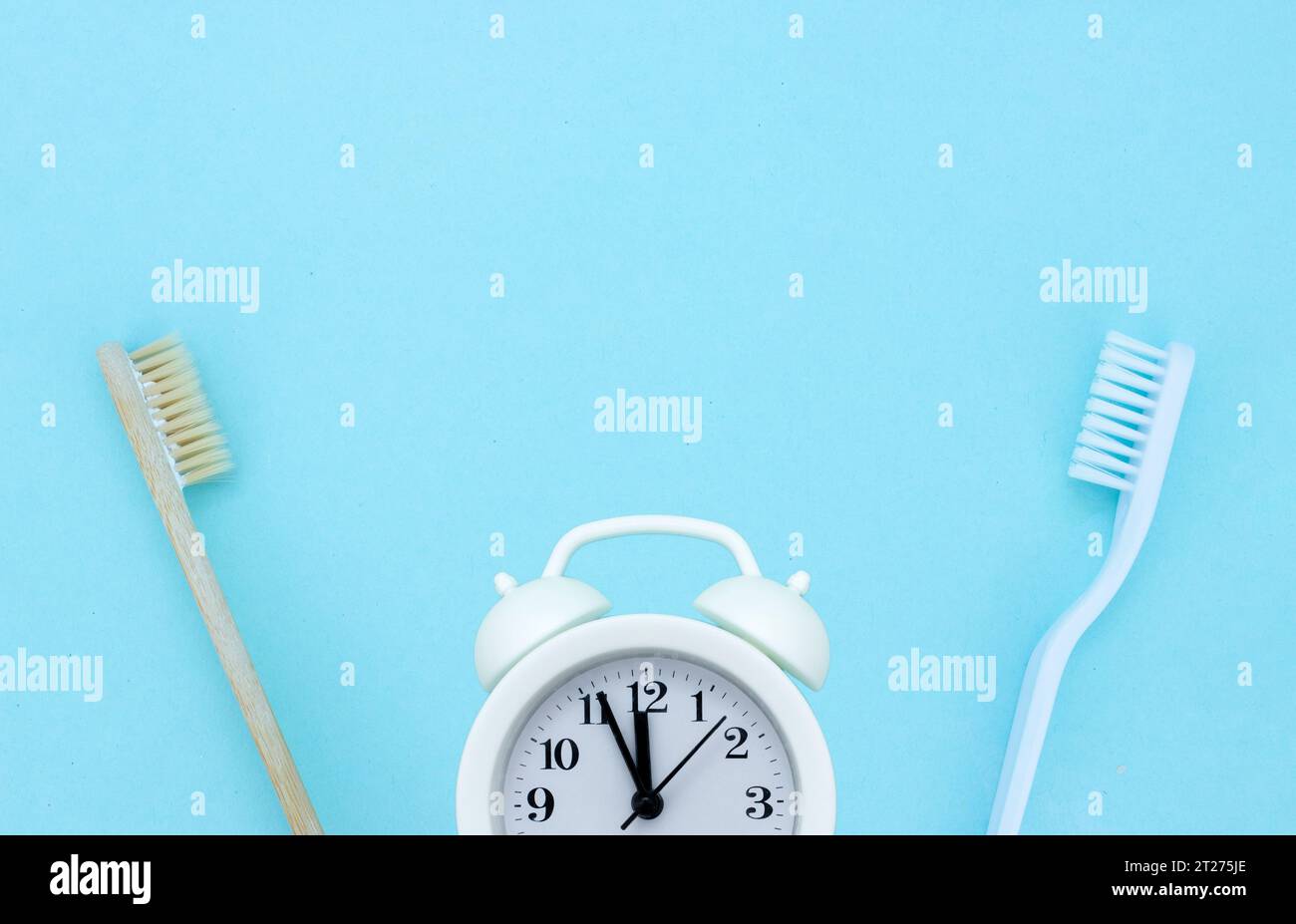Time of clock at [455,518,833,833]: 11:56
